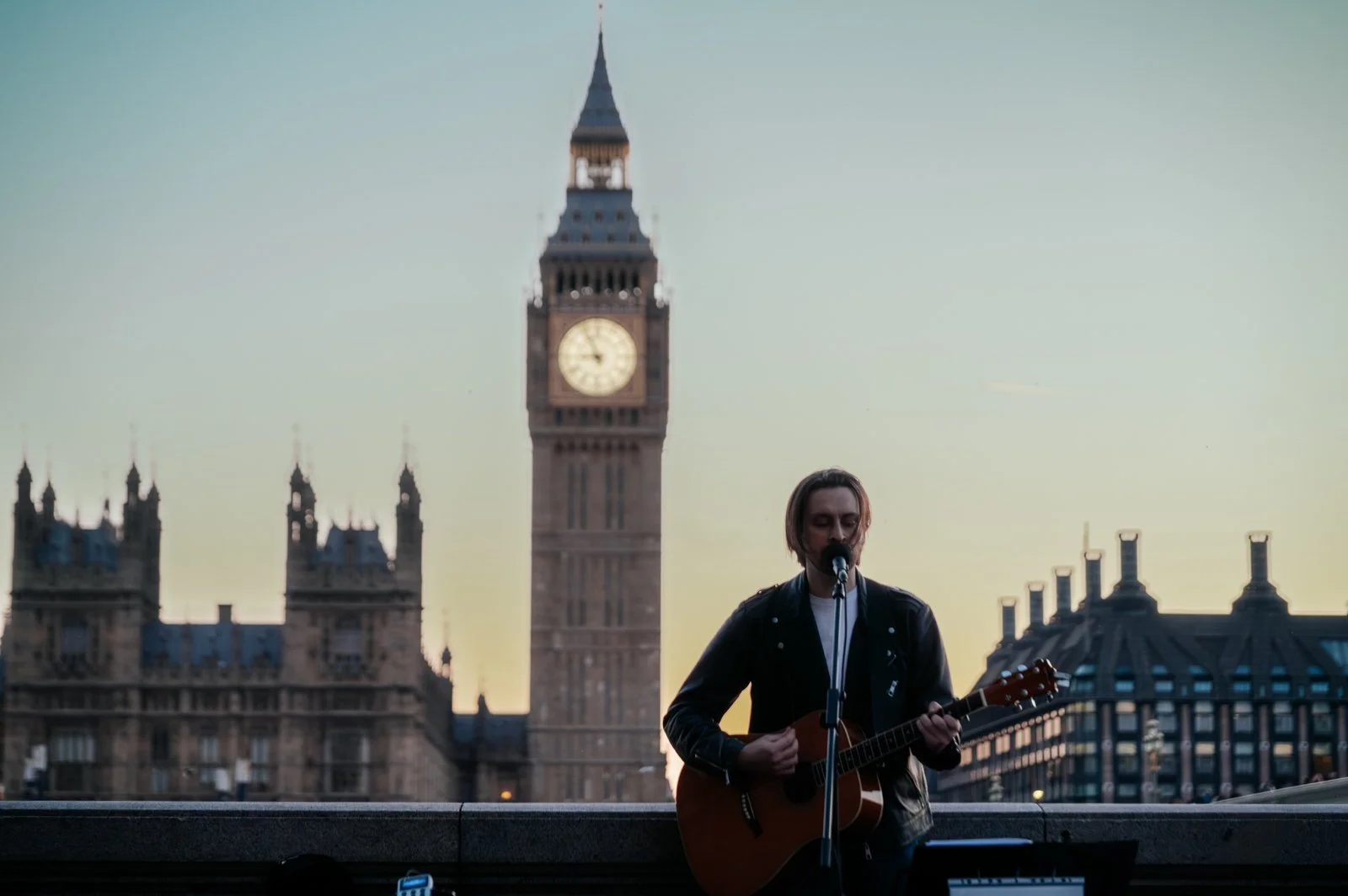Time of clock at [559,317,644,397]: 8:56
